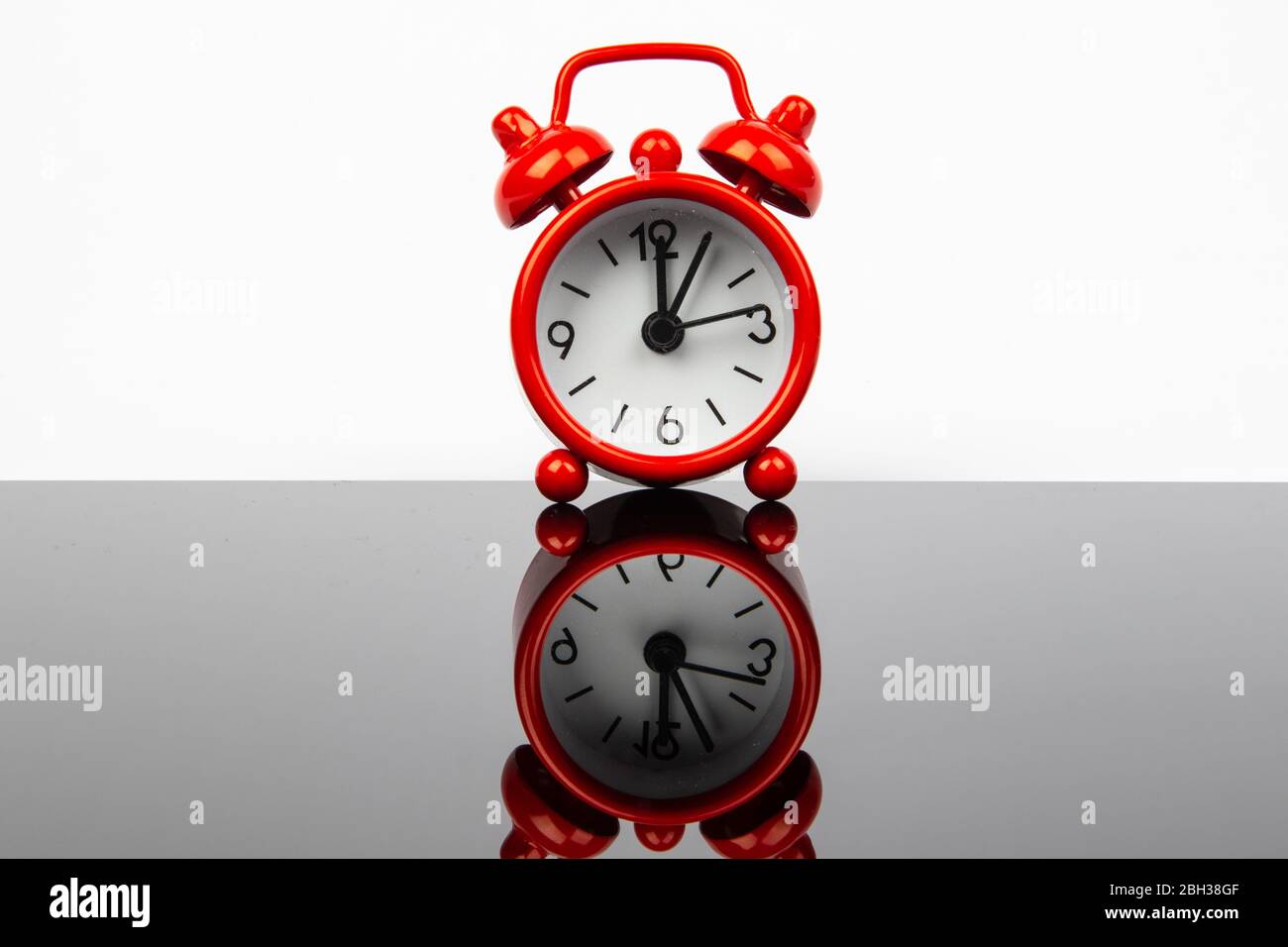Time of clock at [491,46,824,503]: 12:05
